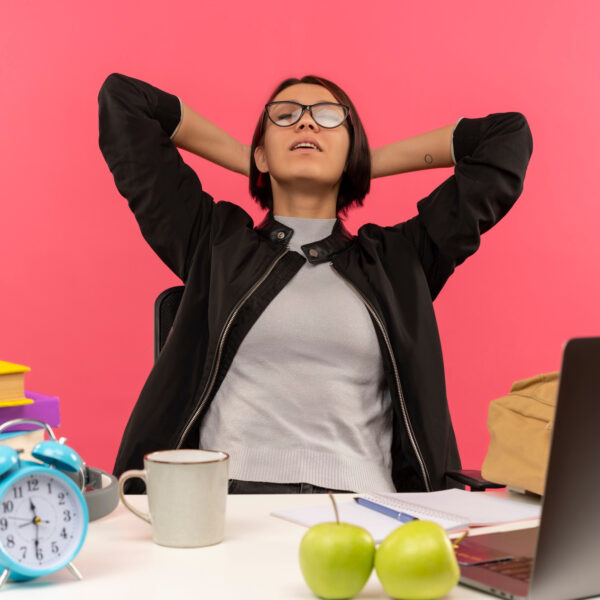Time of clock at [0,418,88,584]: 11:31
